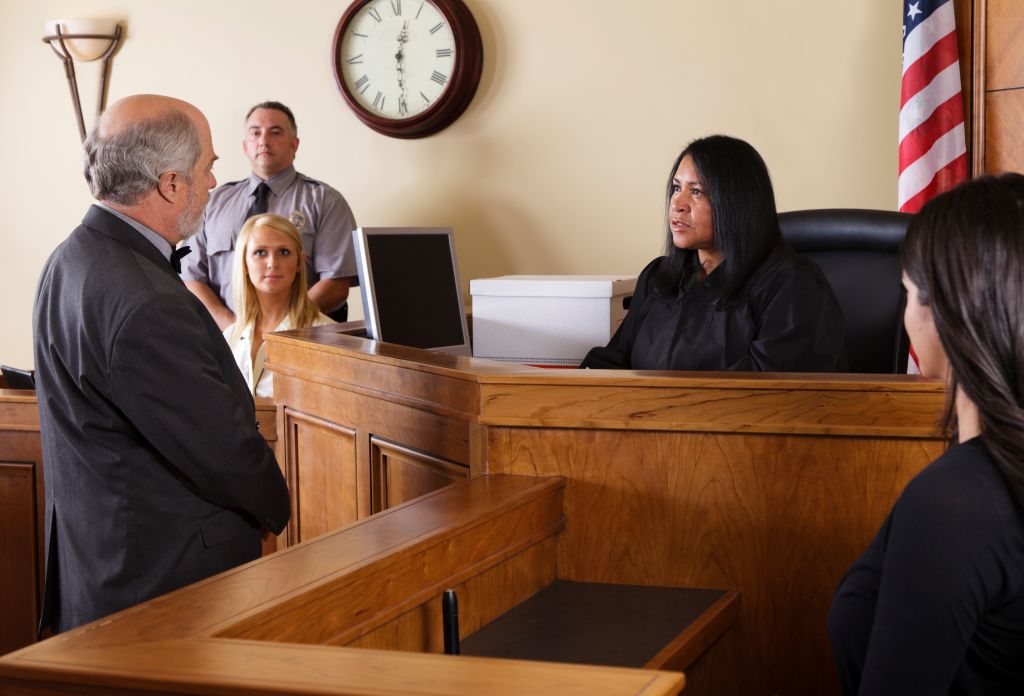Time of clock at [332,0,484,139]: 12:29
